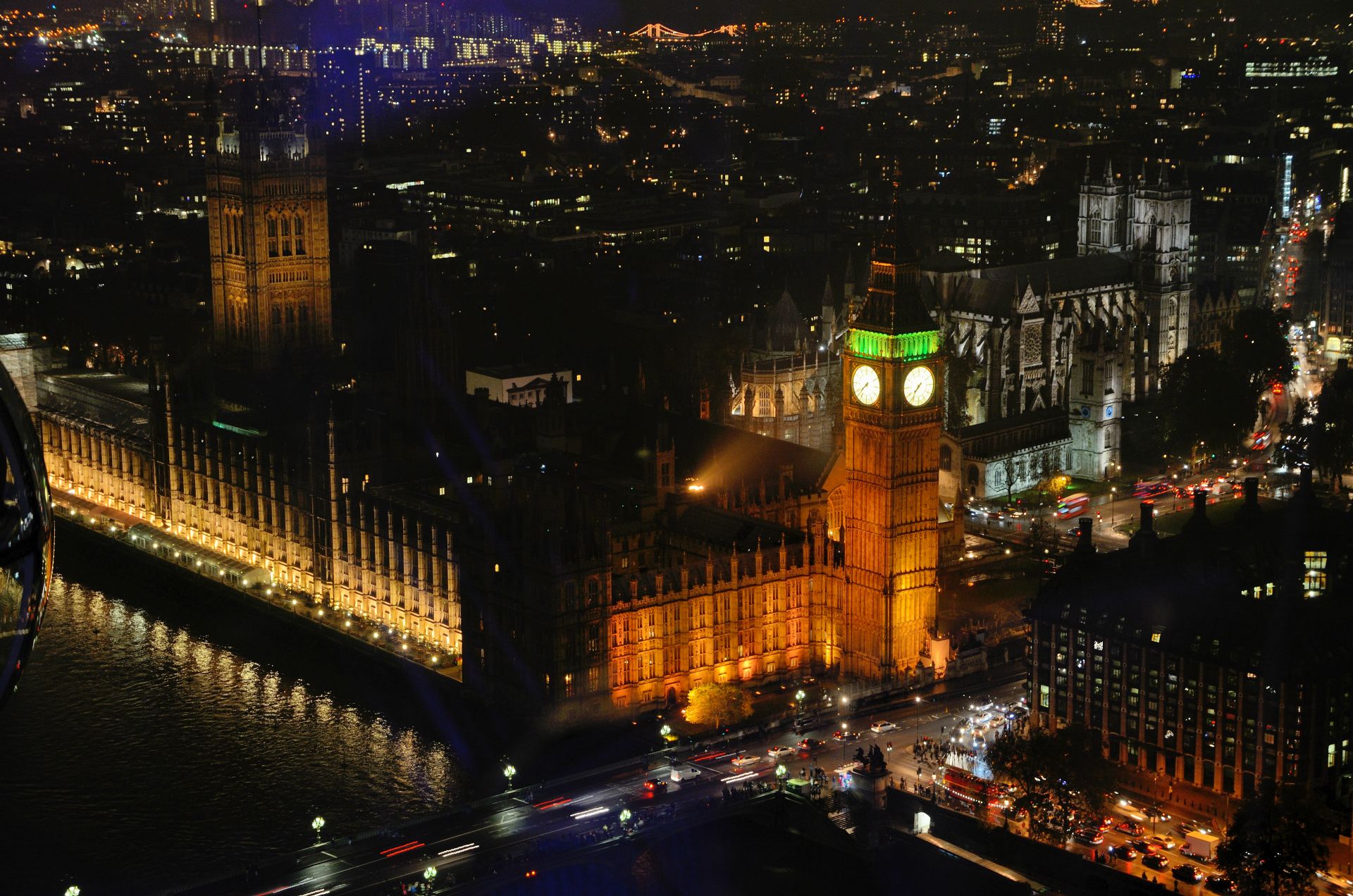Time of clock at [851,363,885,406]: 7:37
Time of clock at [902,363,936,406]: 7:37
